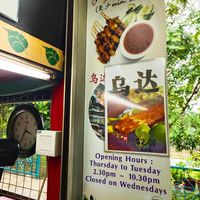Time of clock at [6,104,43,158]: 3:35
